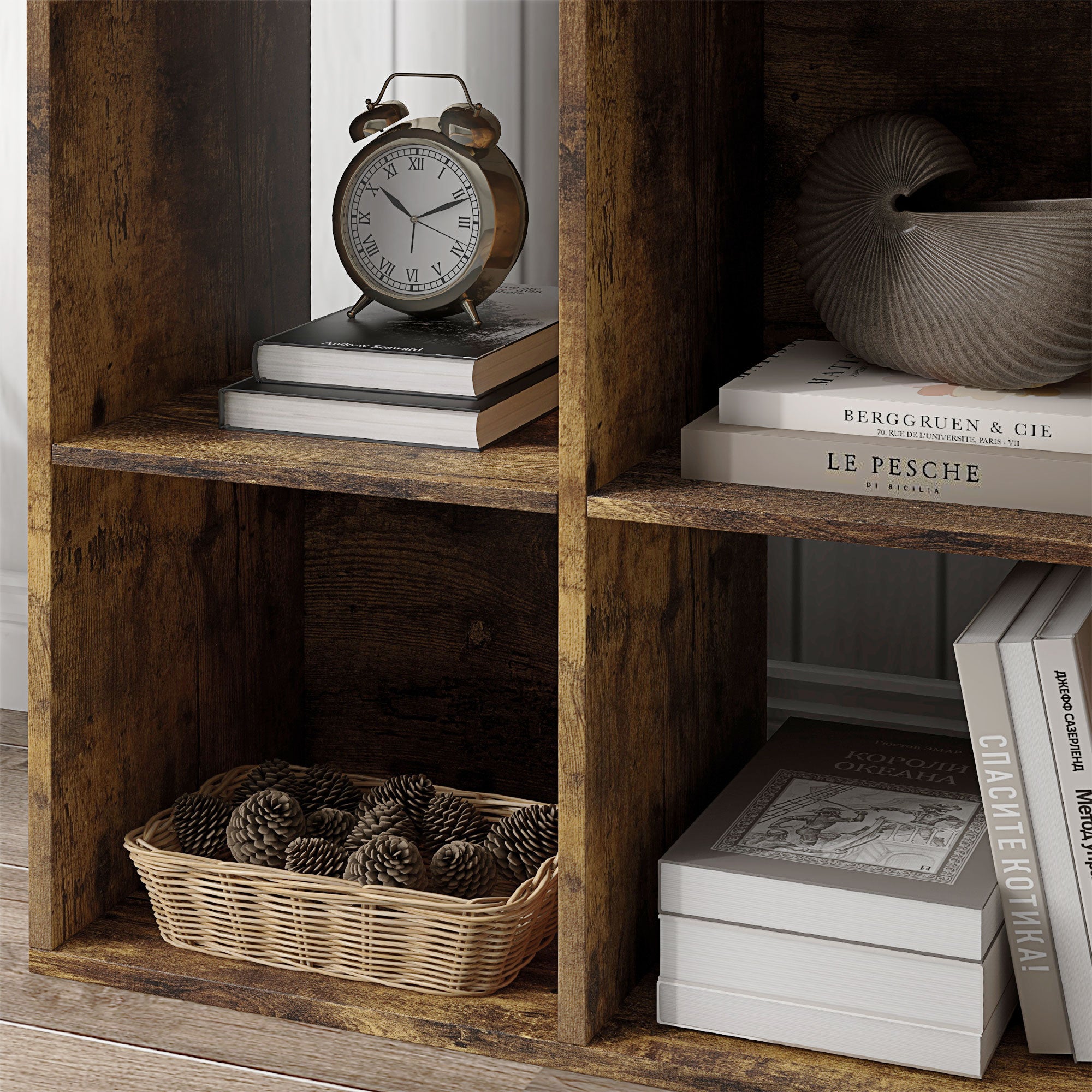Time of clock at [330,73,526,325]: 10:11
